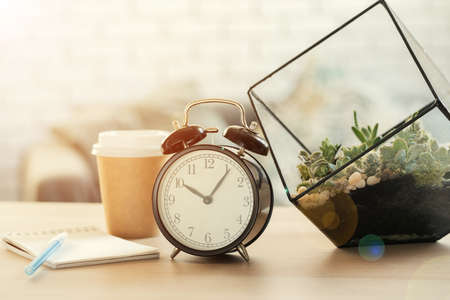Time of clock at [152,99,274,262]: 10:06
